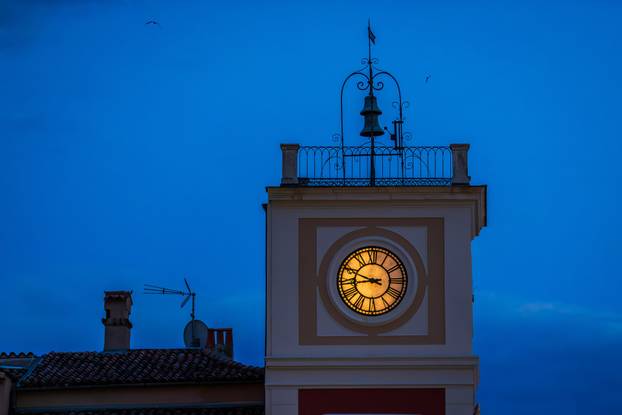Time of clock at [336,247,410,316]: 8:48
